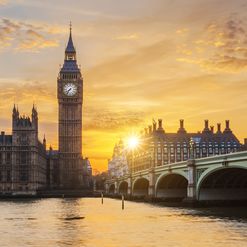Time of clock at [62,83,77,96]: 7:36
